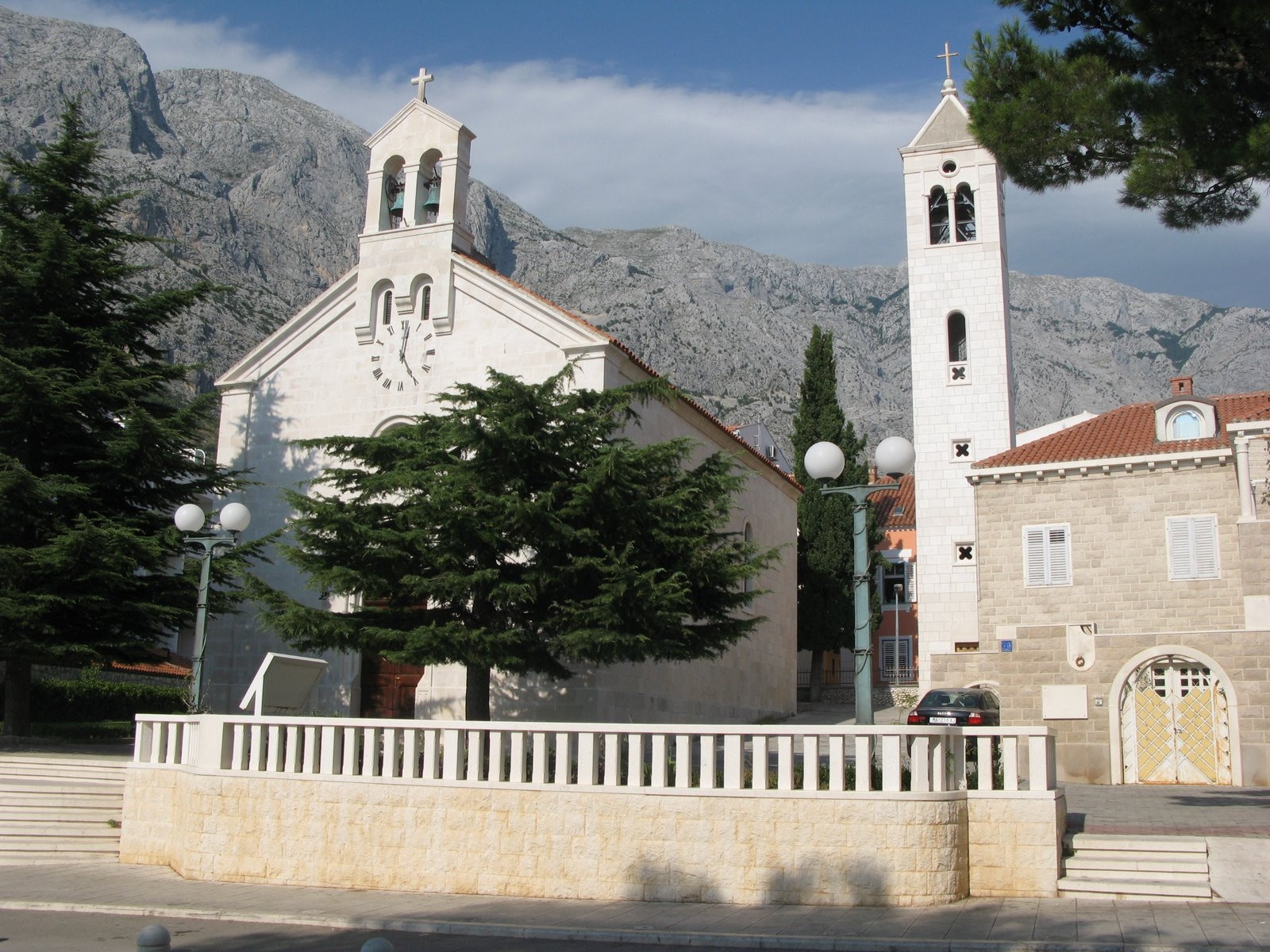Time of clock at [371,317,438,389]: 5:01
